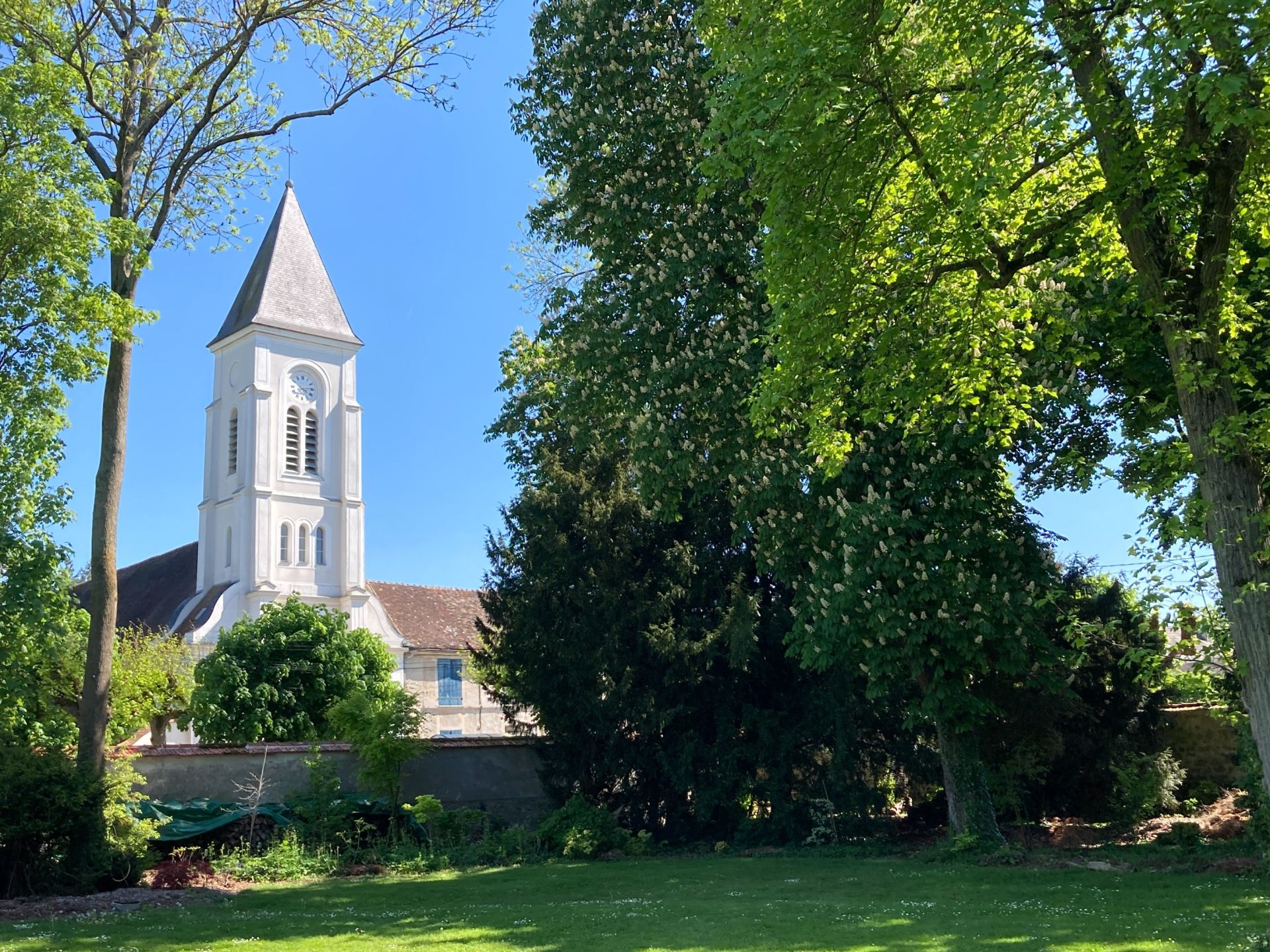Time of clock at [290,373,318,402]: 4:13
